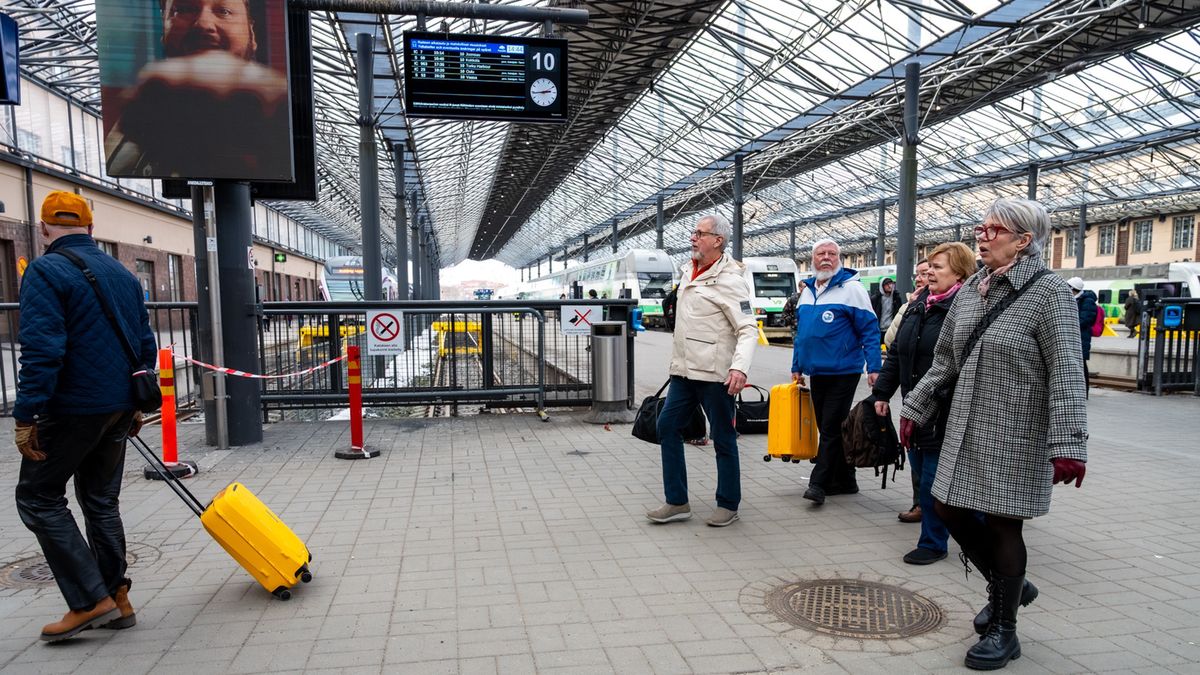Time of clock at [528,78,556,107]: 2:44
